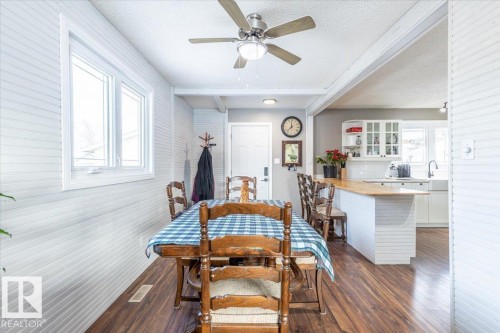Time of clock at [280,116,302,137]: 11:37
